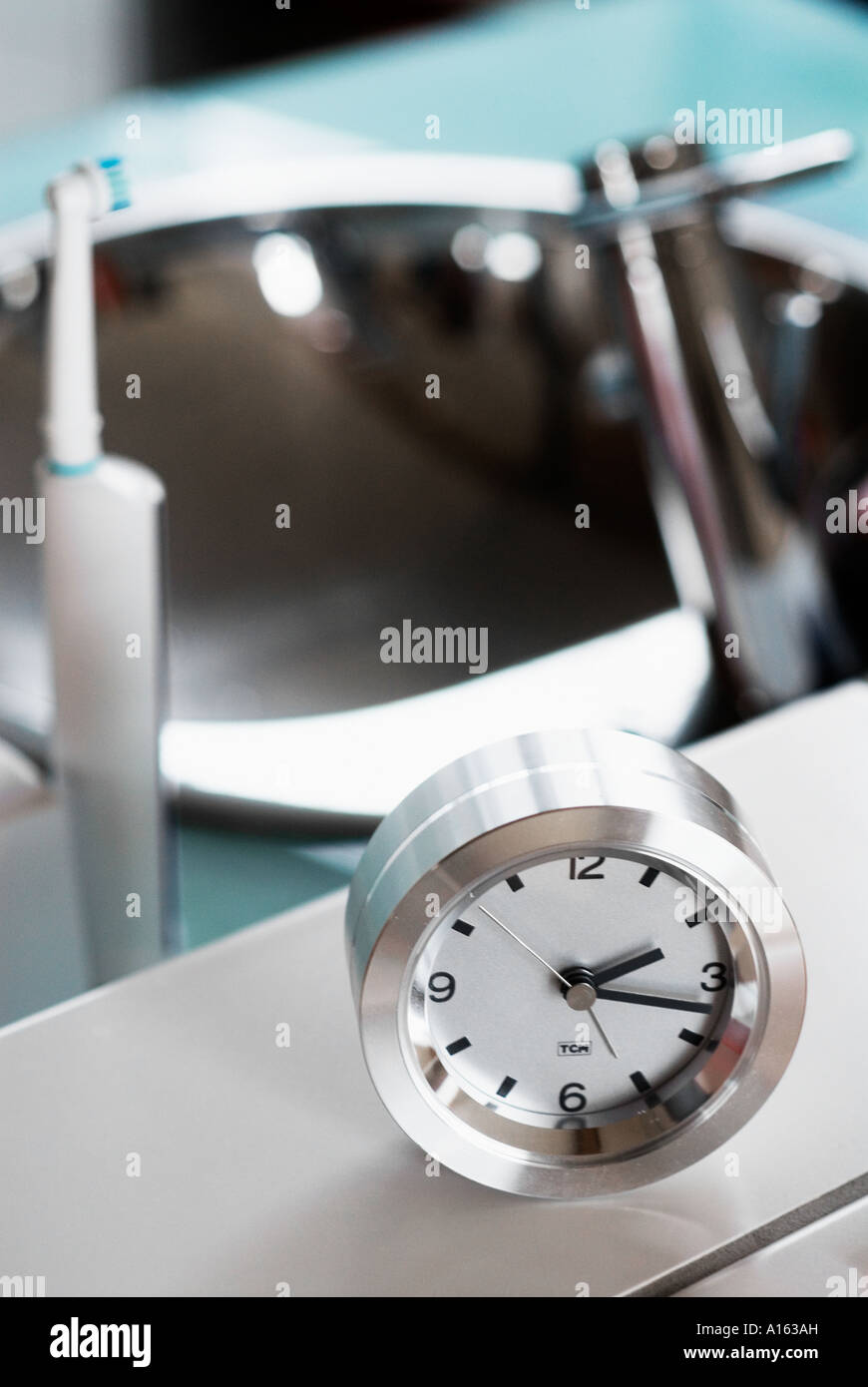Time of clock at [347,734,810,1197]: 2:17
